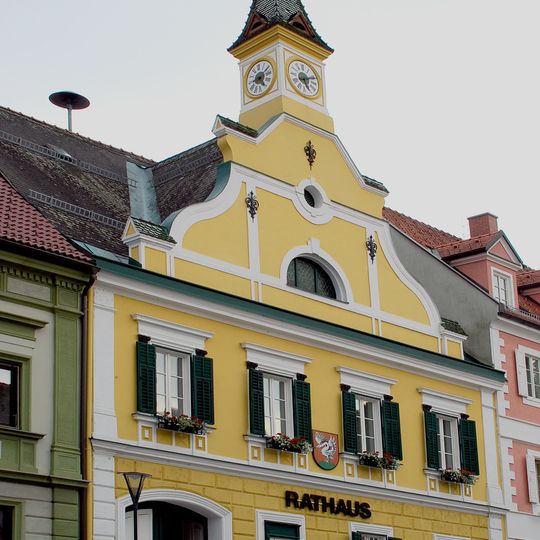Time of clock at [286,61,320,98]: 5:11
